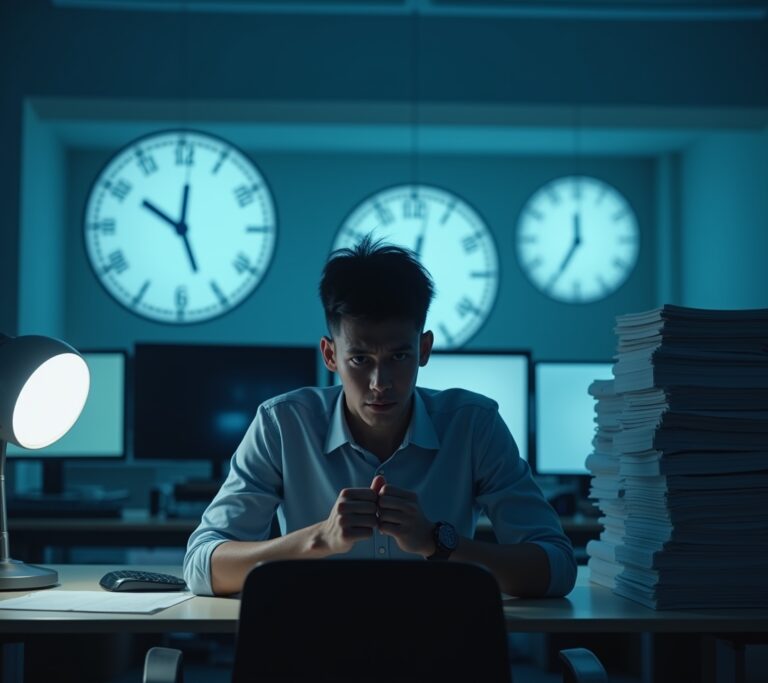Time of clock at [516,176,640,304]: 11:34
